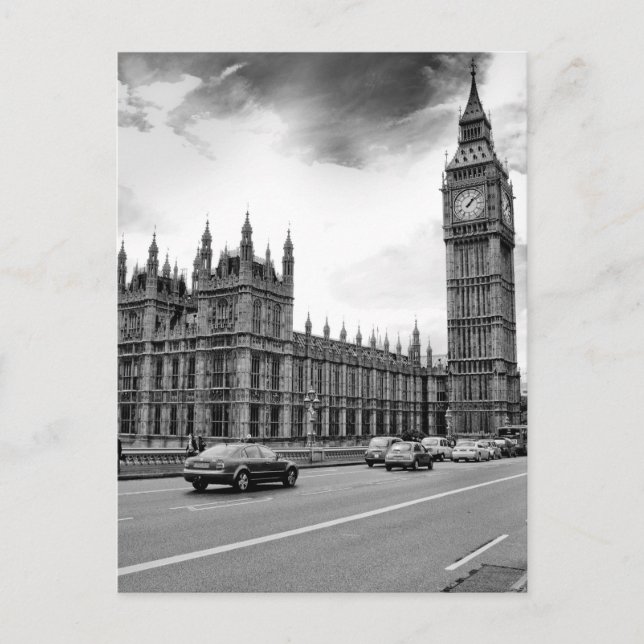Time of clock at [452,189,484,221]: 1:08
